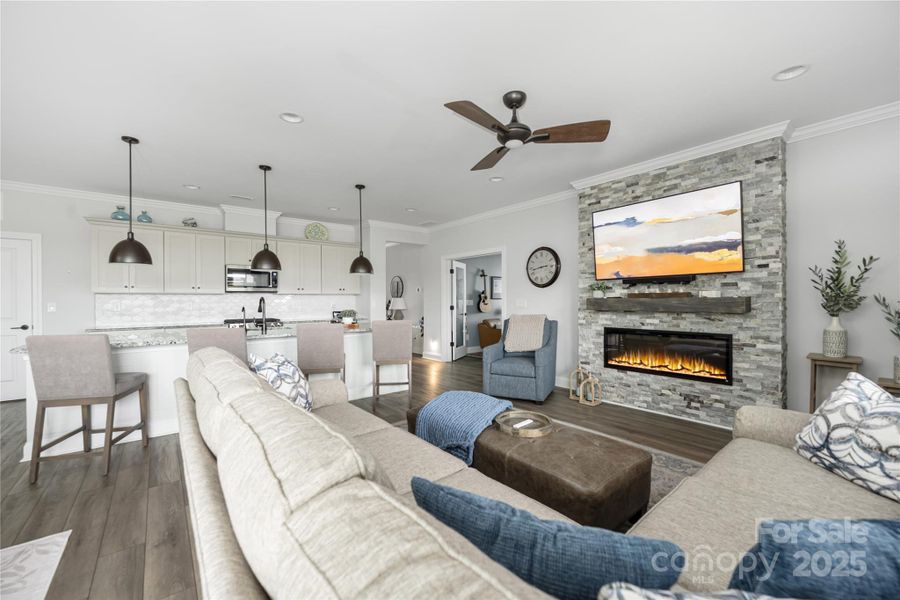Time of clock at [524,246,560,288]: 2:42
